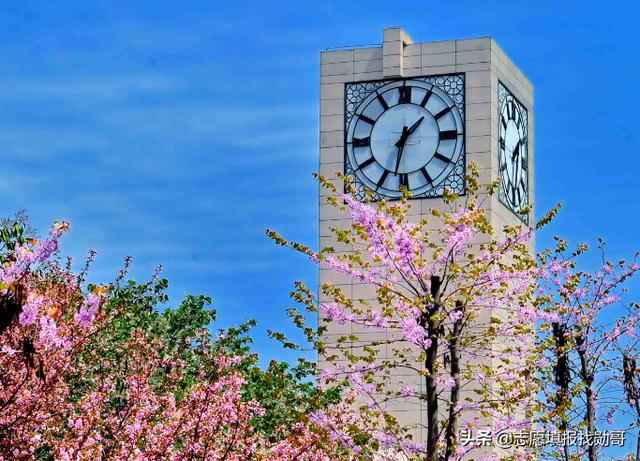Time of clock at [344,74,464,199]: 1:32
